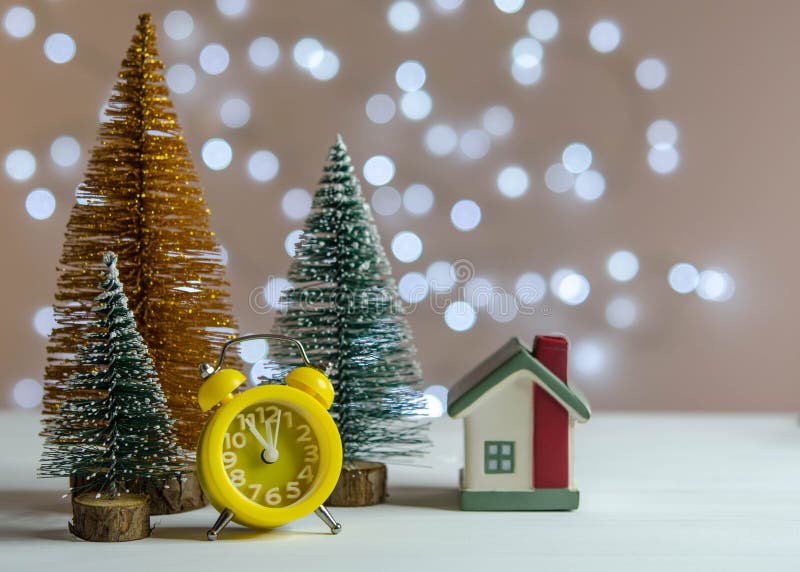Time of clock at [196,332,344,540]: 11:02
